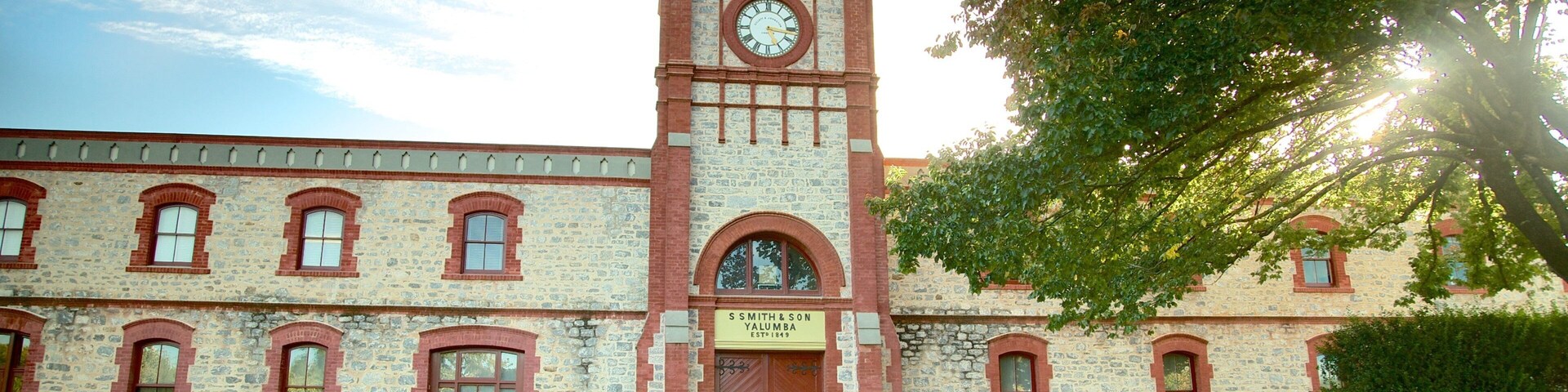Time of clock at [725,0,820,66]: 5:16
